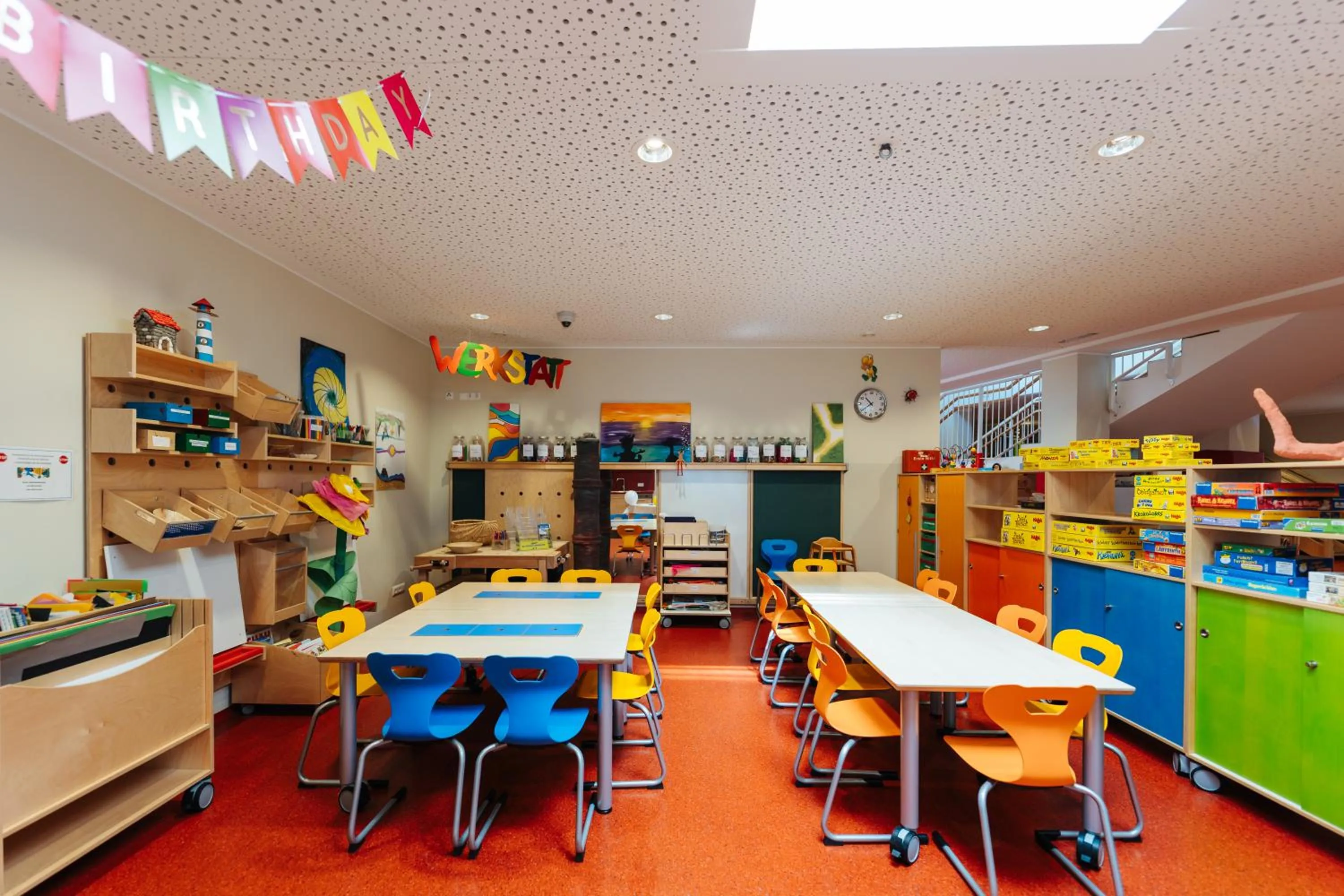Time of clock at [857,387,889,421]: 10:39
